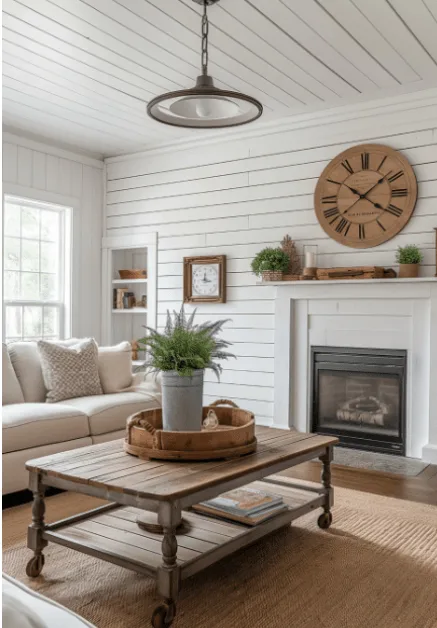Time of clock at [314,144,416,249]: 4:08
